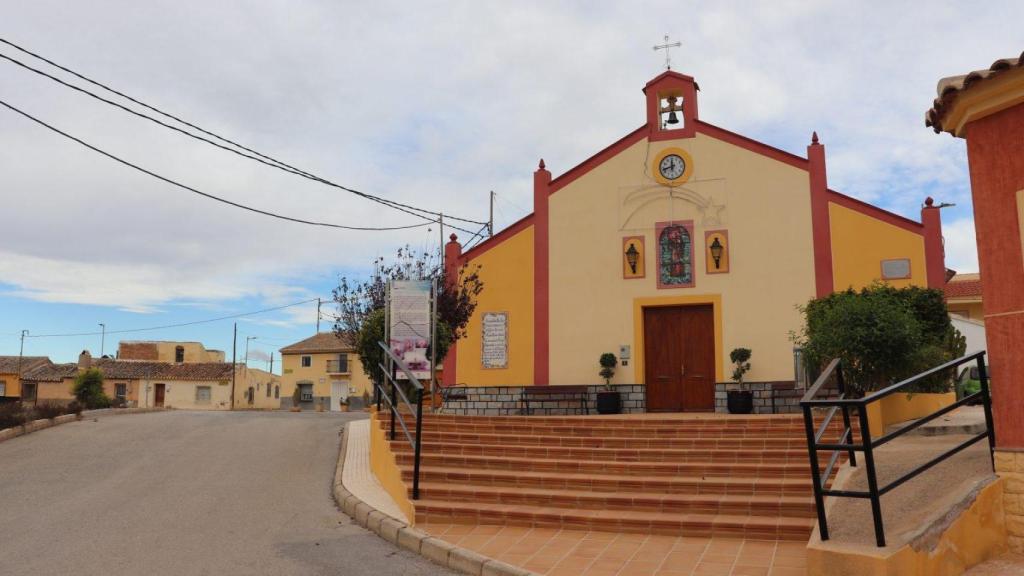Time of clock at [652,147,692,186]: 11:42
